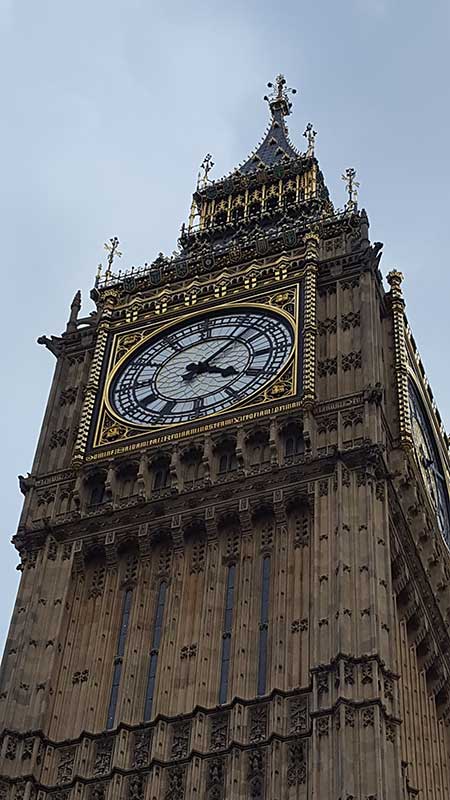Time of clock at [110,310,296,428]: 4:07
